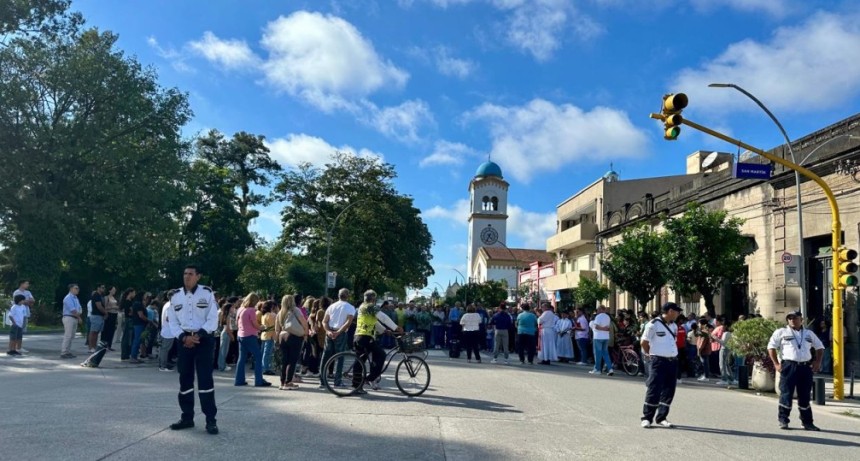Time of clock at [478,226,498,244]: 4:34
